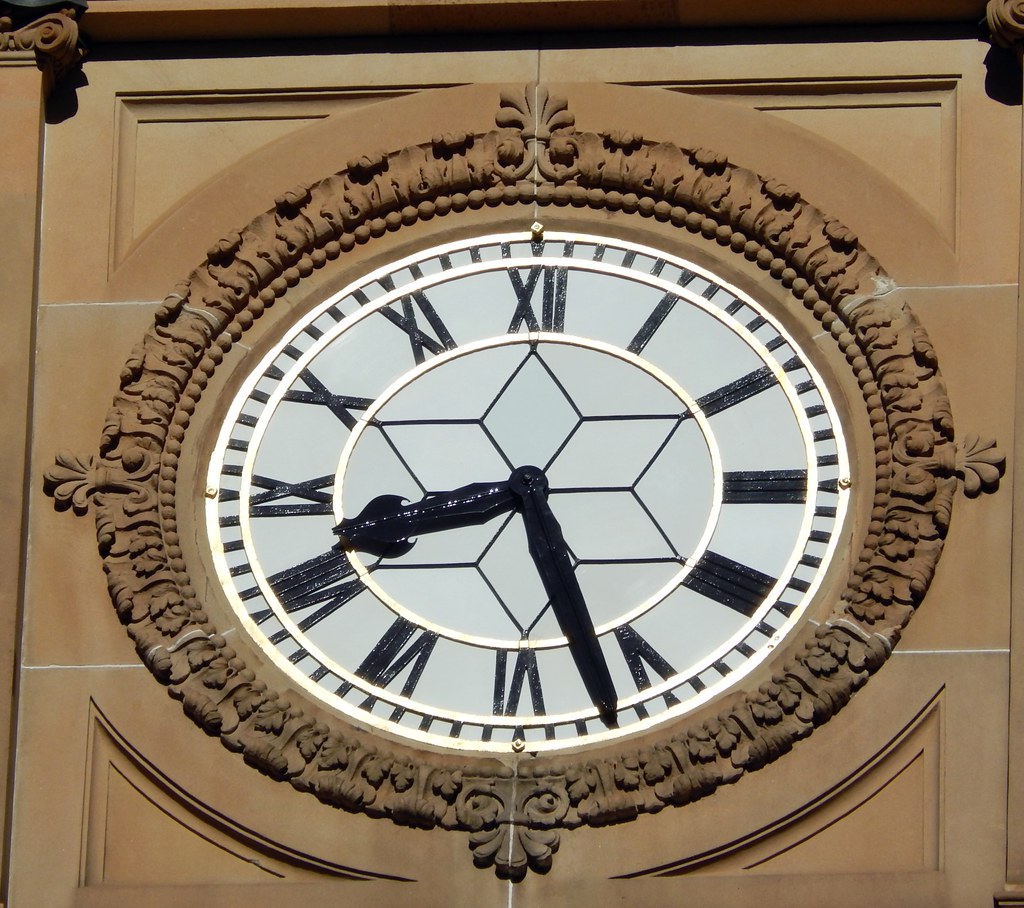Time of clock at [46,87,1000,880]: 8:26
